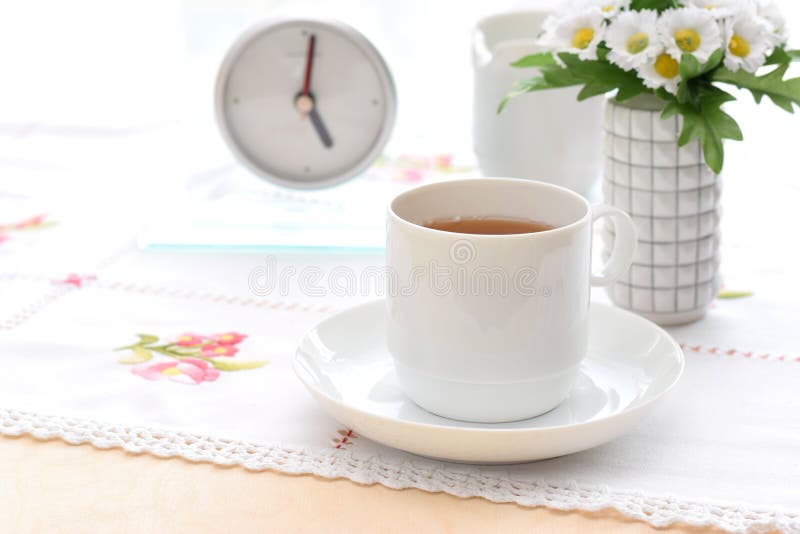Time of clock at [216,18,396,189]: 5:01
